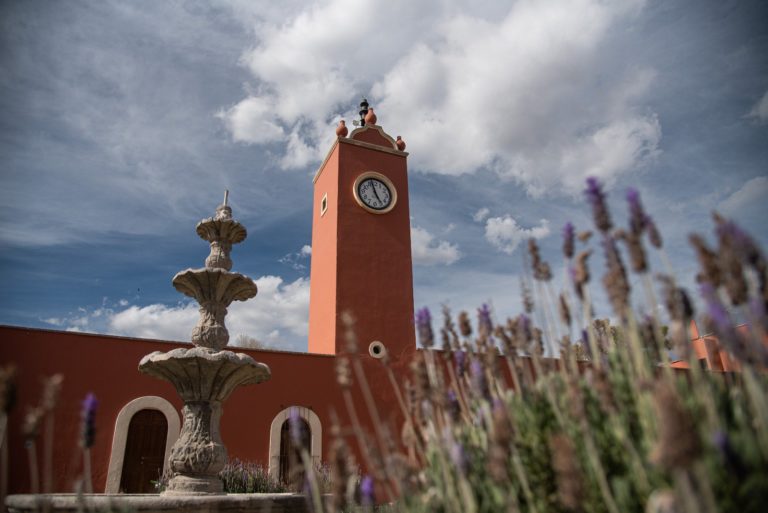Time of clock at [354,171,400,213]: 4:57
